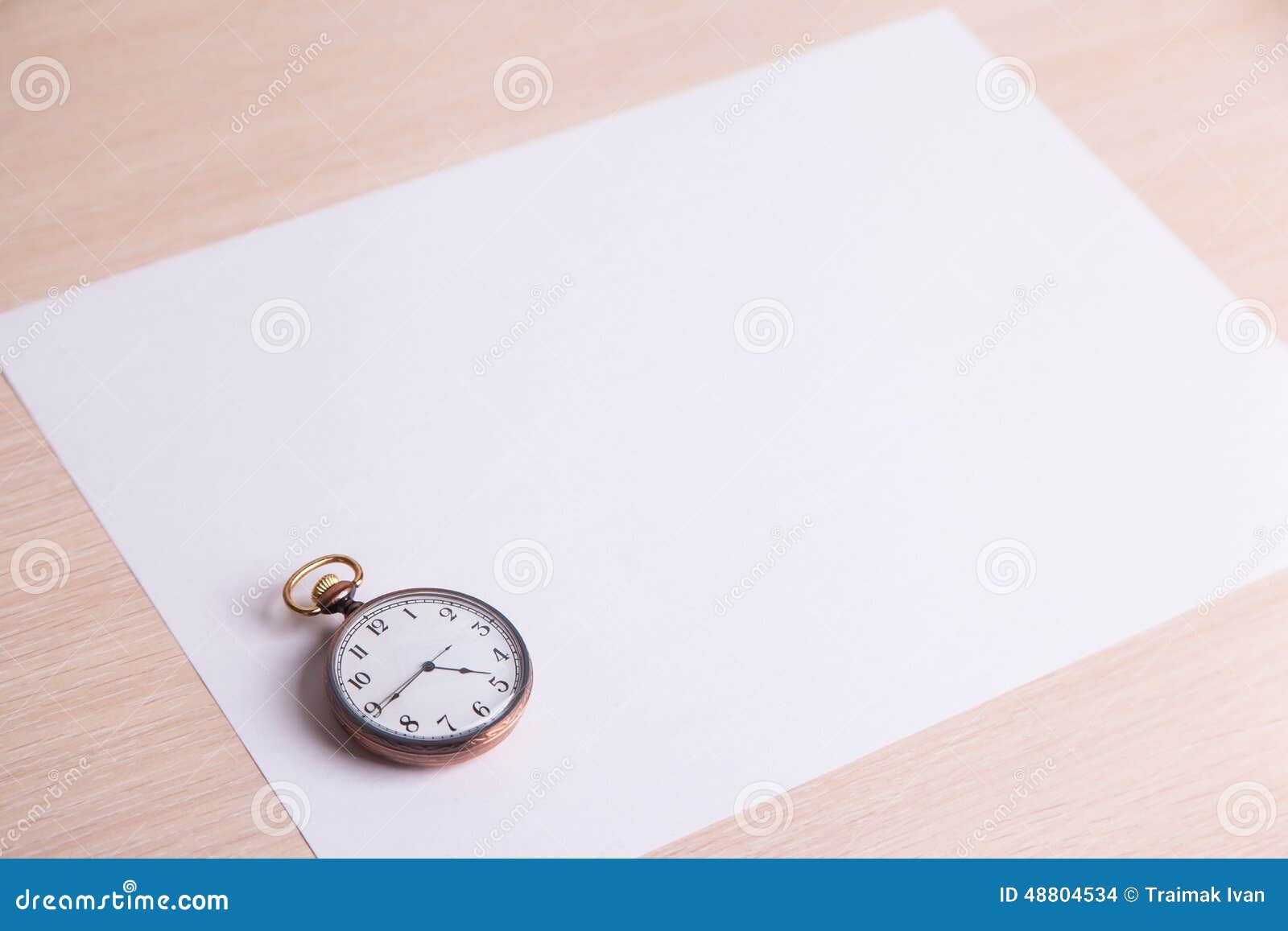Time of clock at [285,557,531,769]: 3:39
